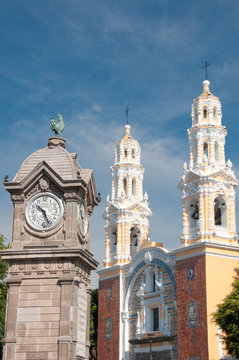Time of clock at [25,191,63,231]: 10:26
